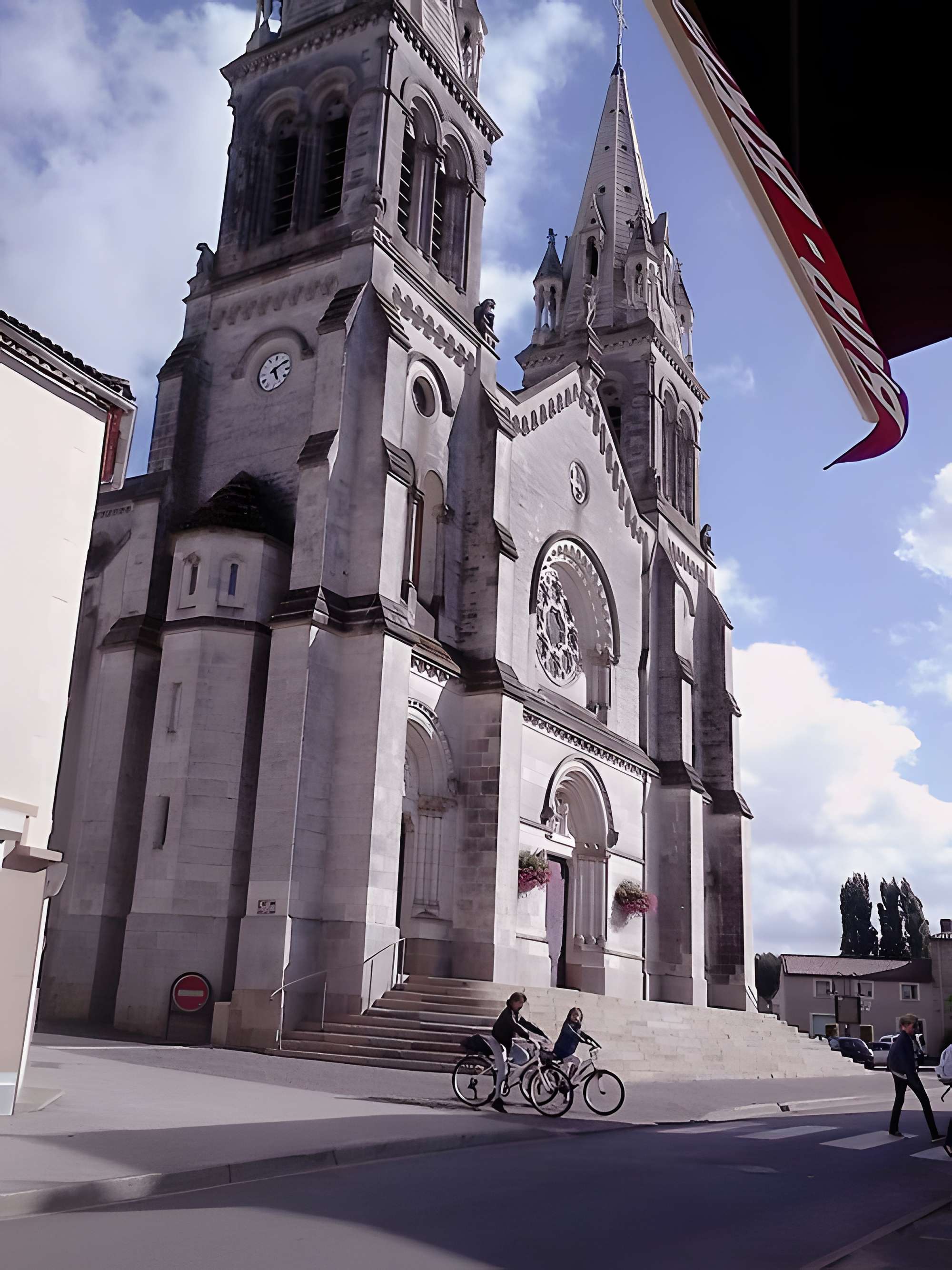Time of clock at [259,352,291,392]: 5:09
